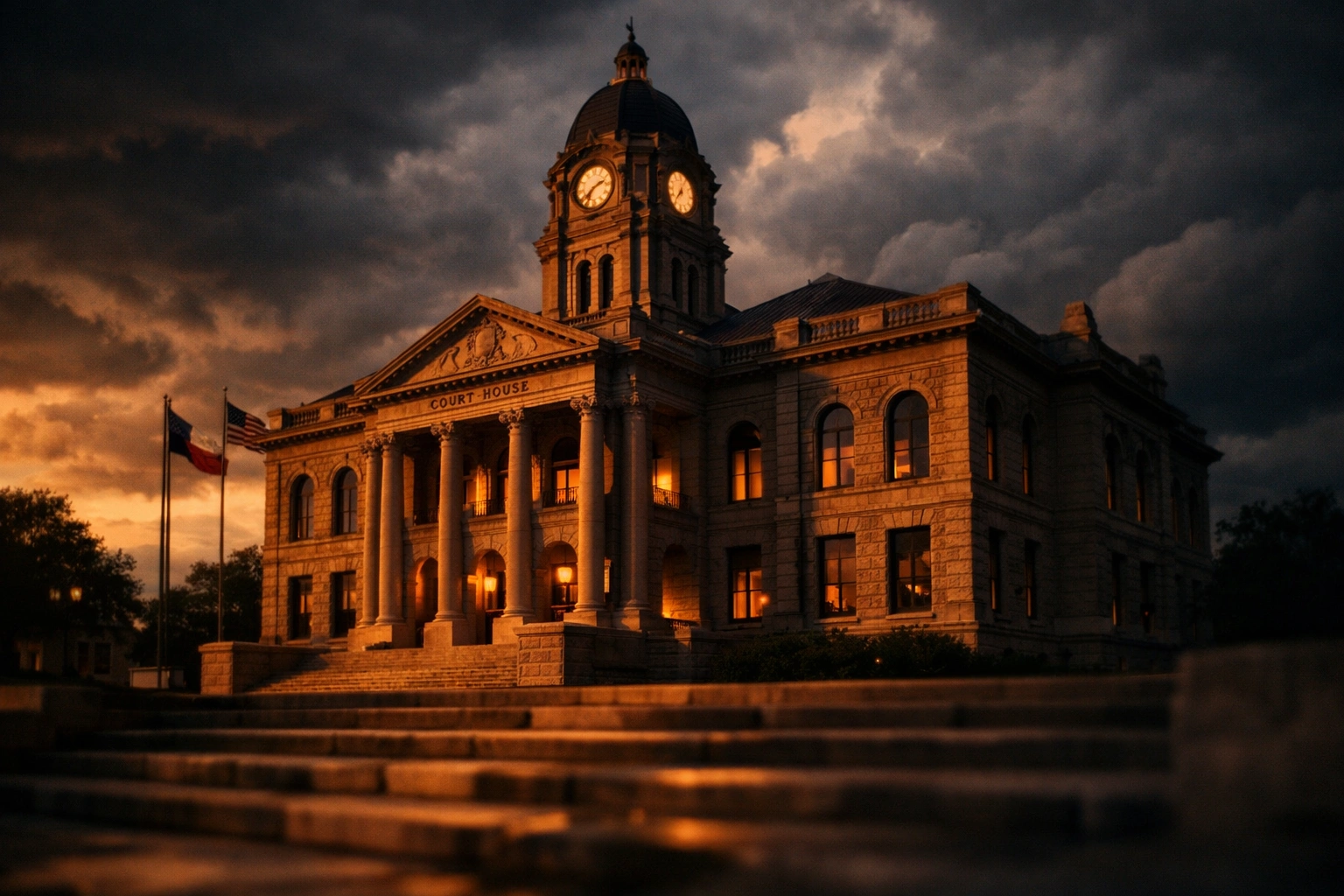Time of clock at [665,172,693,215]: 7:03
